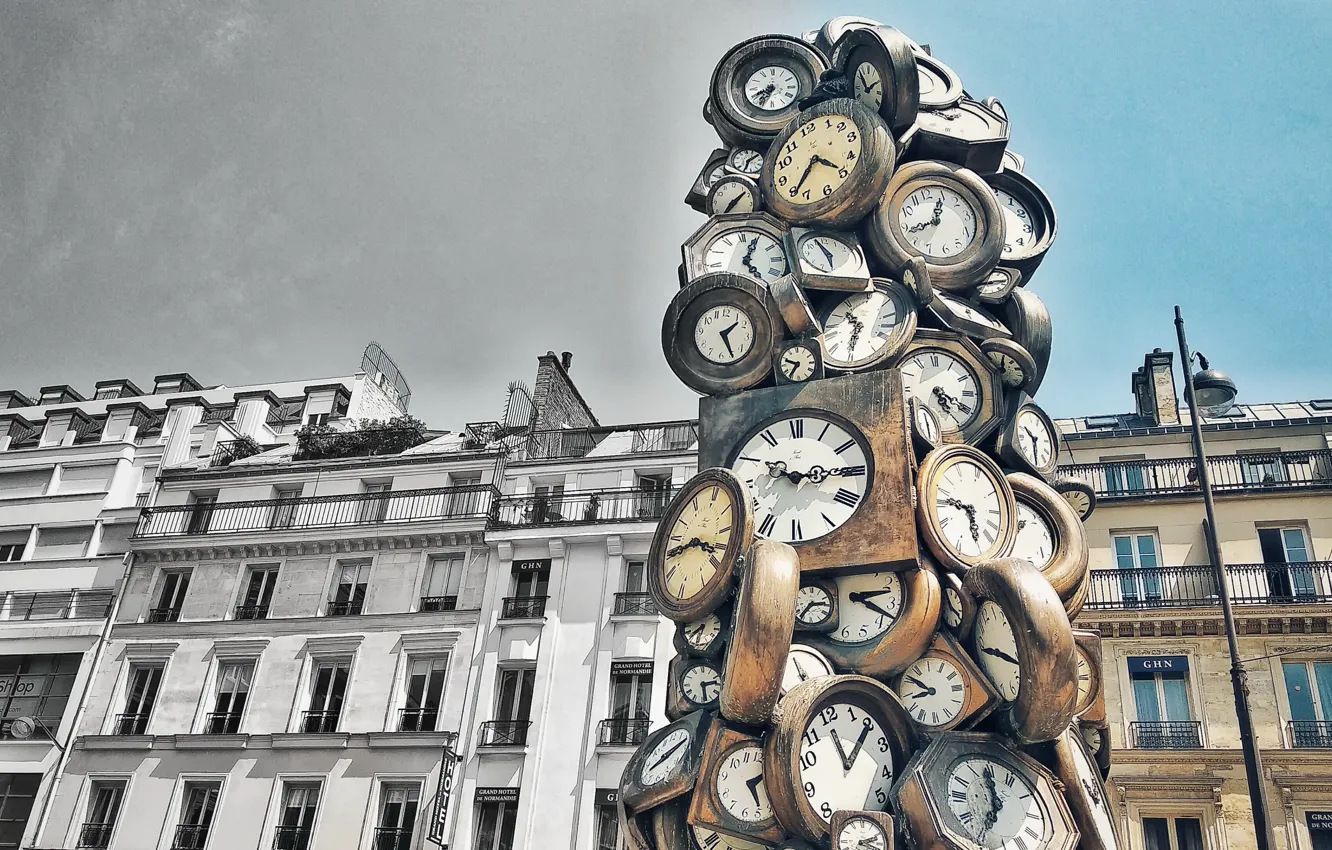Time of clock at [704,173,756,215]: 1:35
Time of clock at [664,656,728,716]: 2:28
